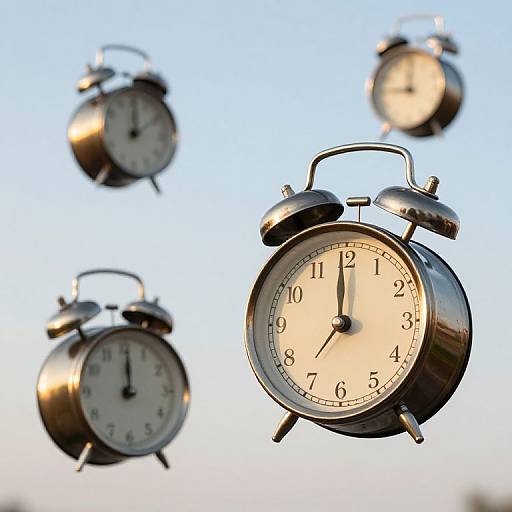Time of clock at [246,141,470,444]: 11:59
